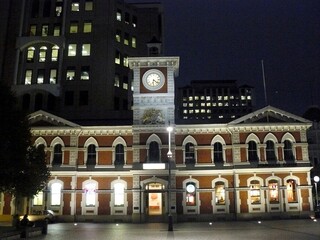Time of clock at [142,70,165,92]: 6:21
